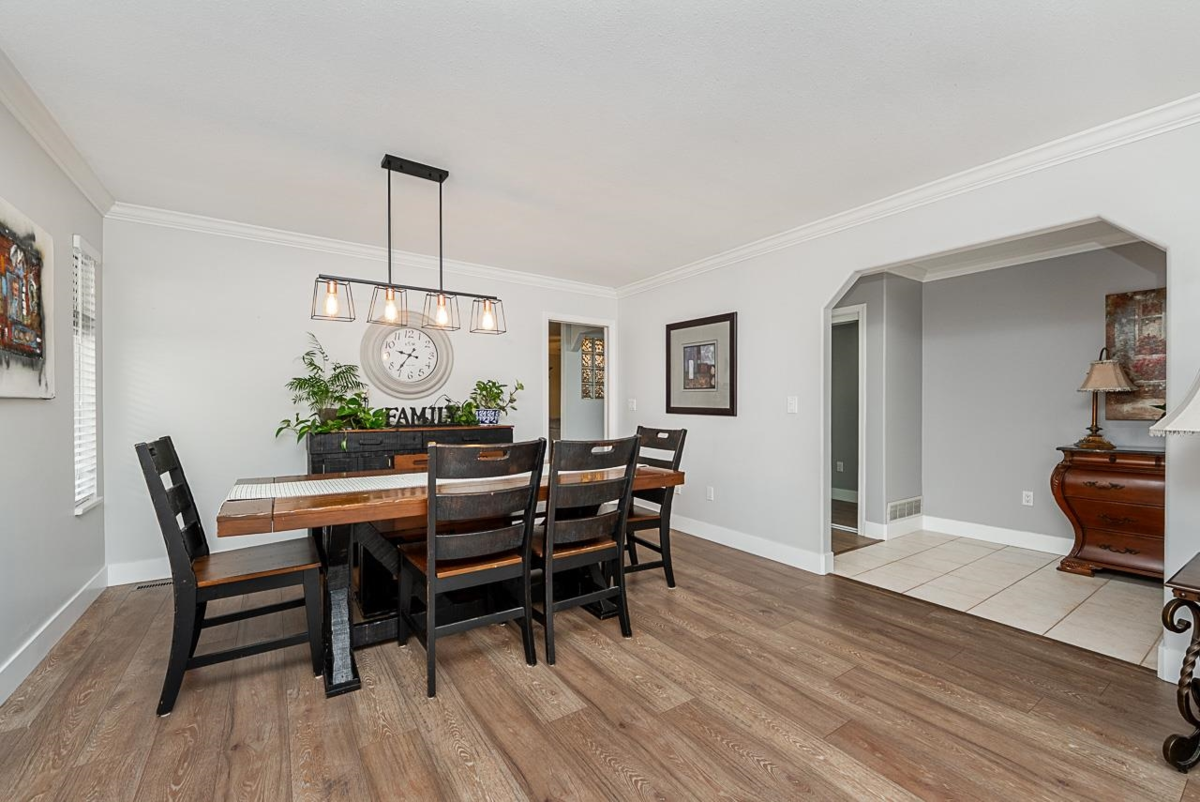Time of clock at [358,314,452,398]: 9:36
